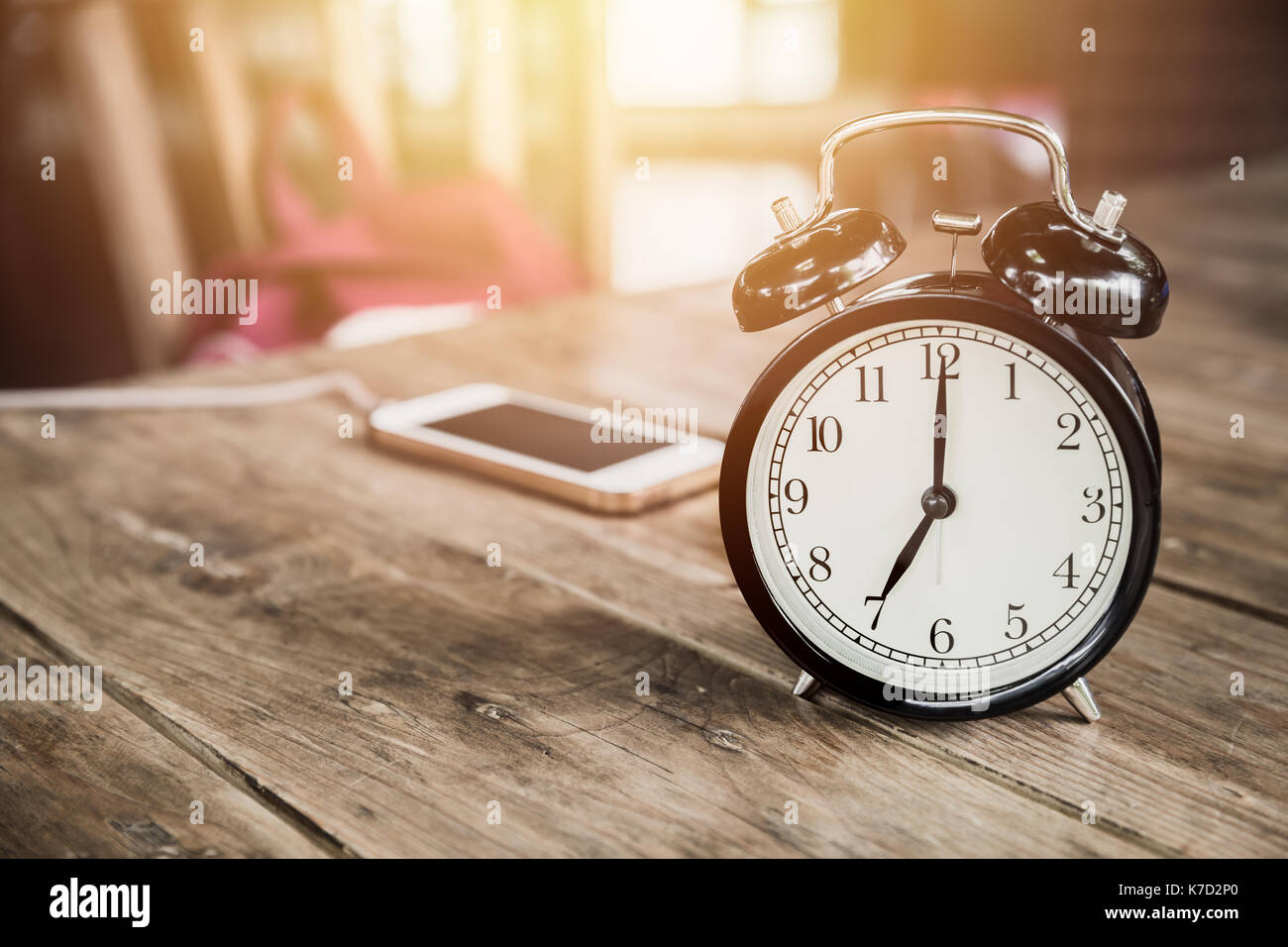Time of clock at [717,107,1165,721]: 7:00
